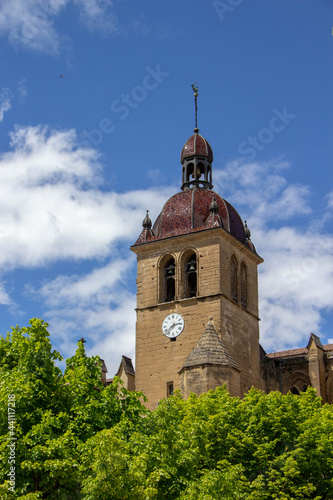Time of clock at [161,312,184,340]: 2:38
